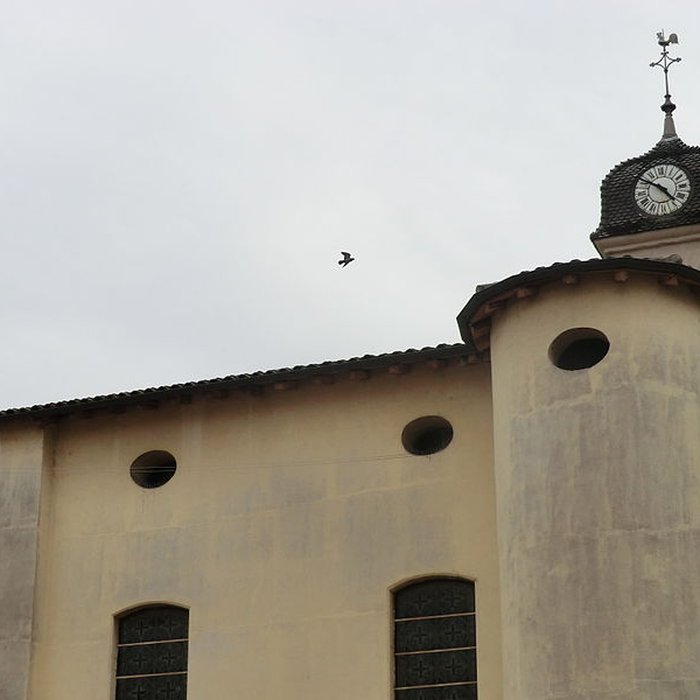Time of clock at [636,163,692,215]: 4:50
